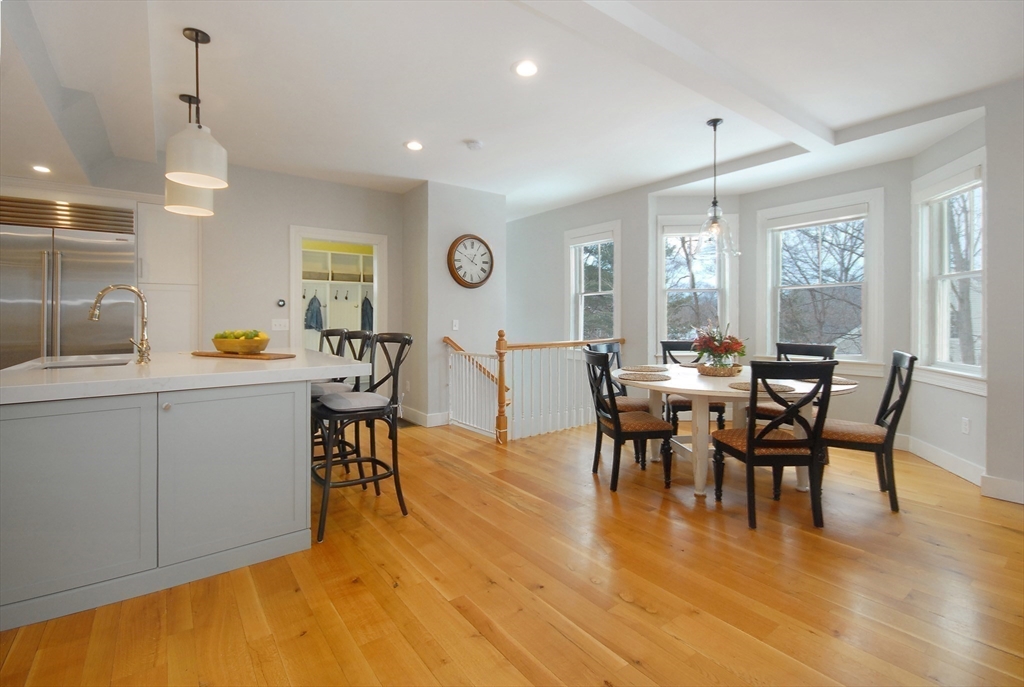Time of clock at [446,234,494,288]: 12:50
